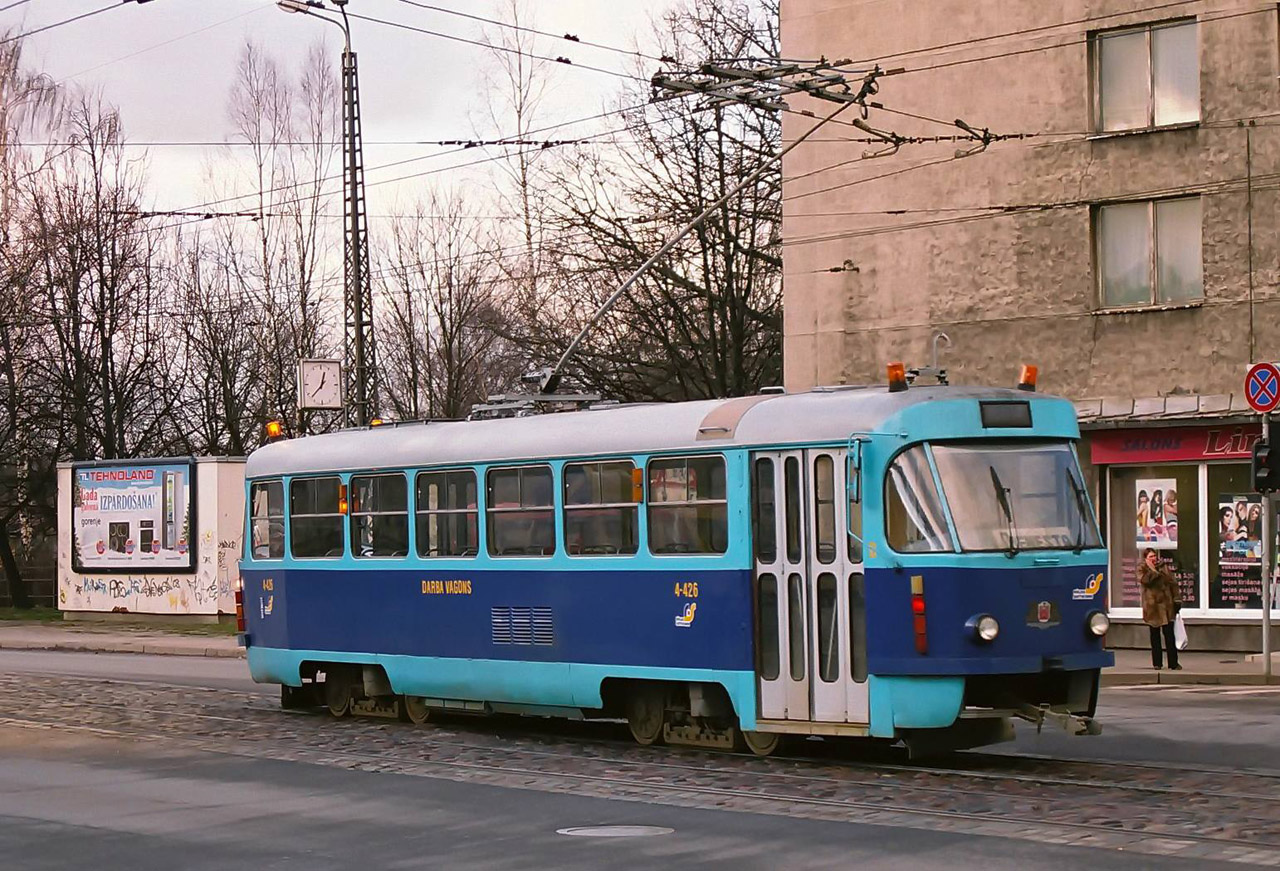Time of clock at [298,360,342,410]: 12:37
